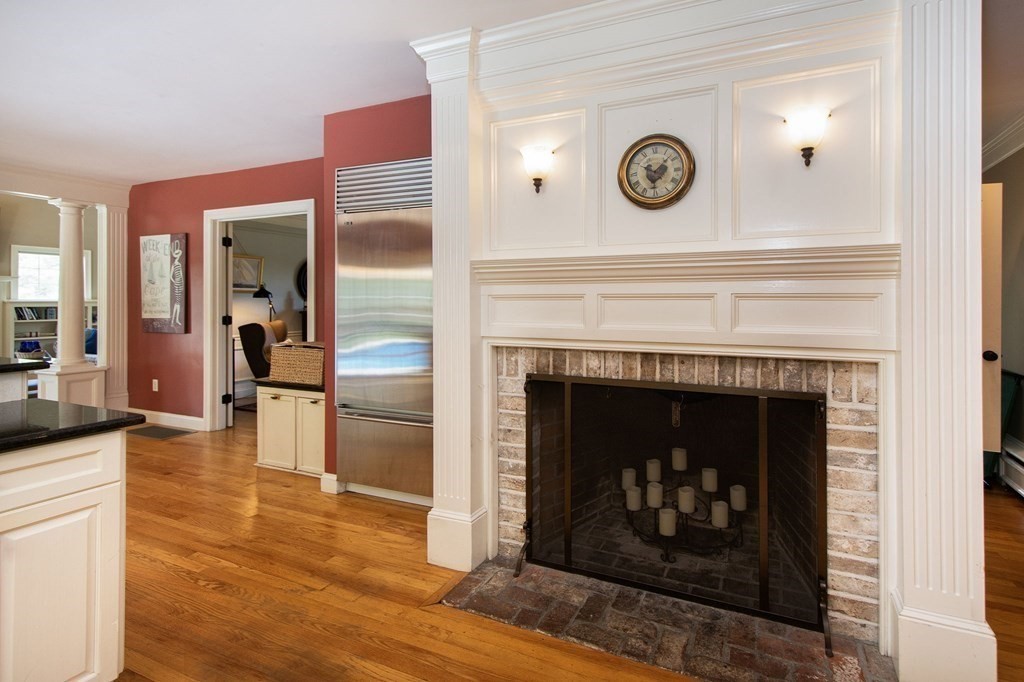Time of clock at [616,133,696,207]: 10:07
